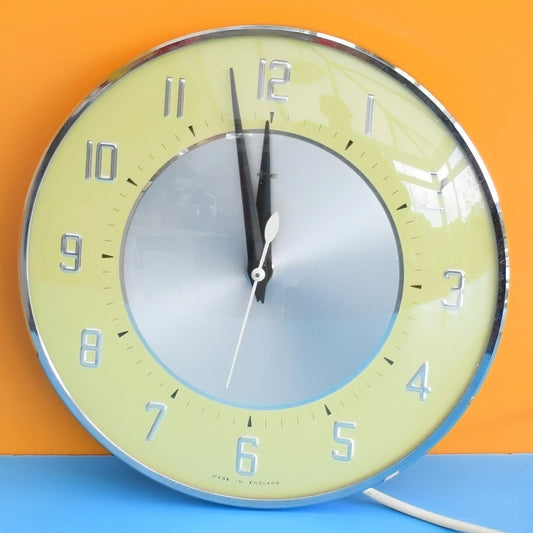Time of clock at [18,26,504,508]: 11:58
